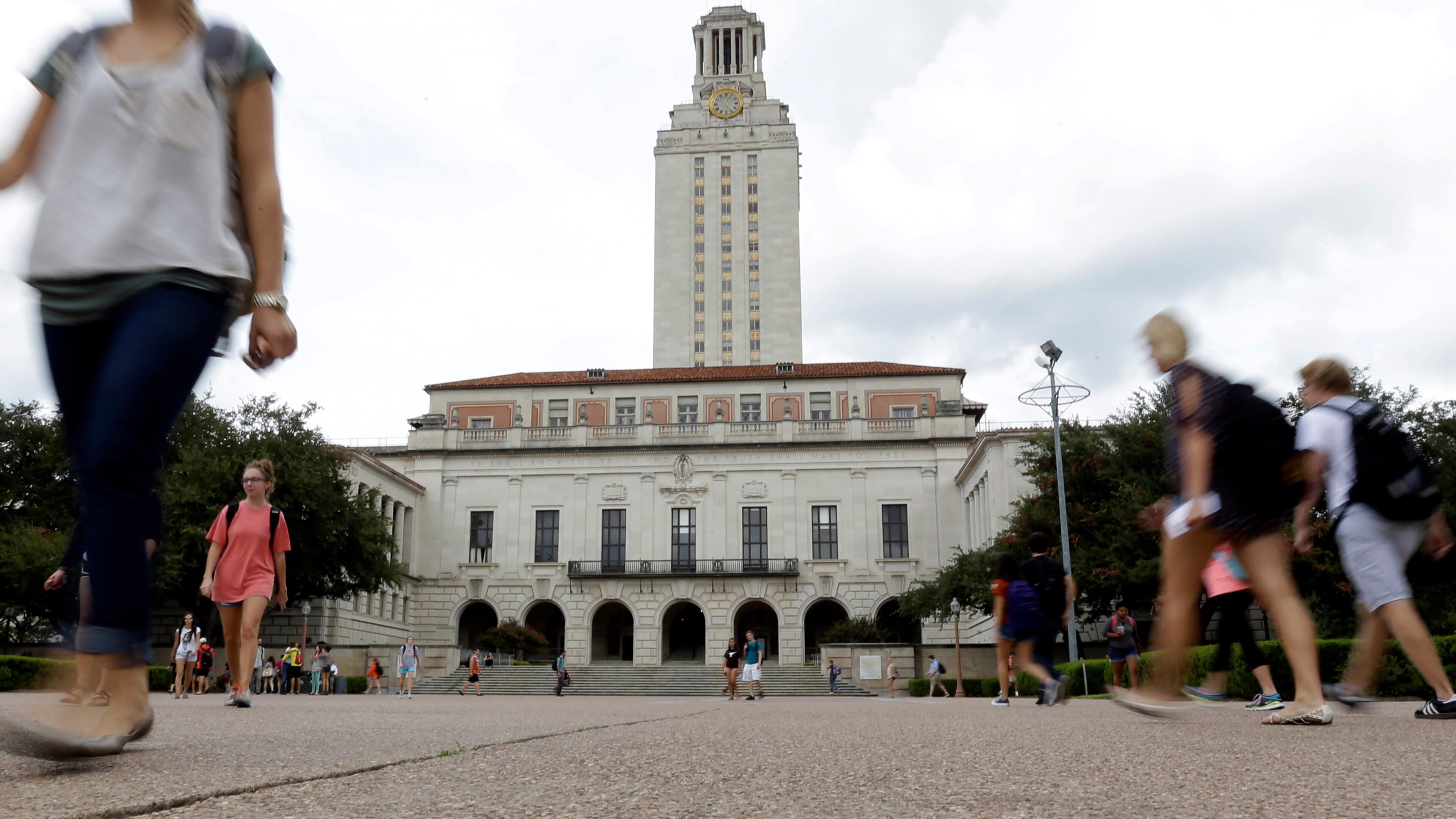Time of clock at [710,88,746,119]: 12:24
